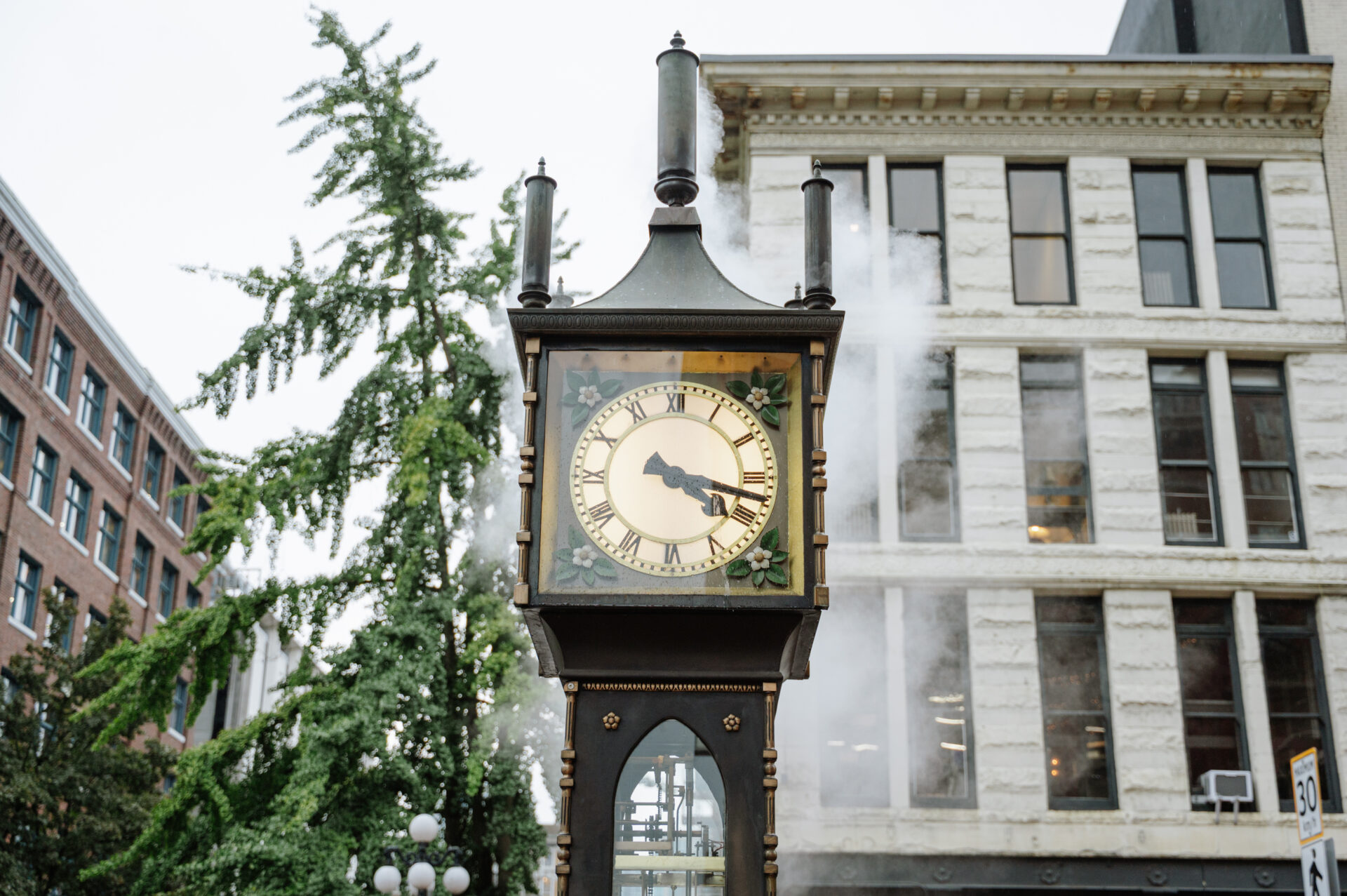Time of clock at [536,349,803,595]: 4:17
